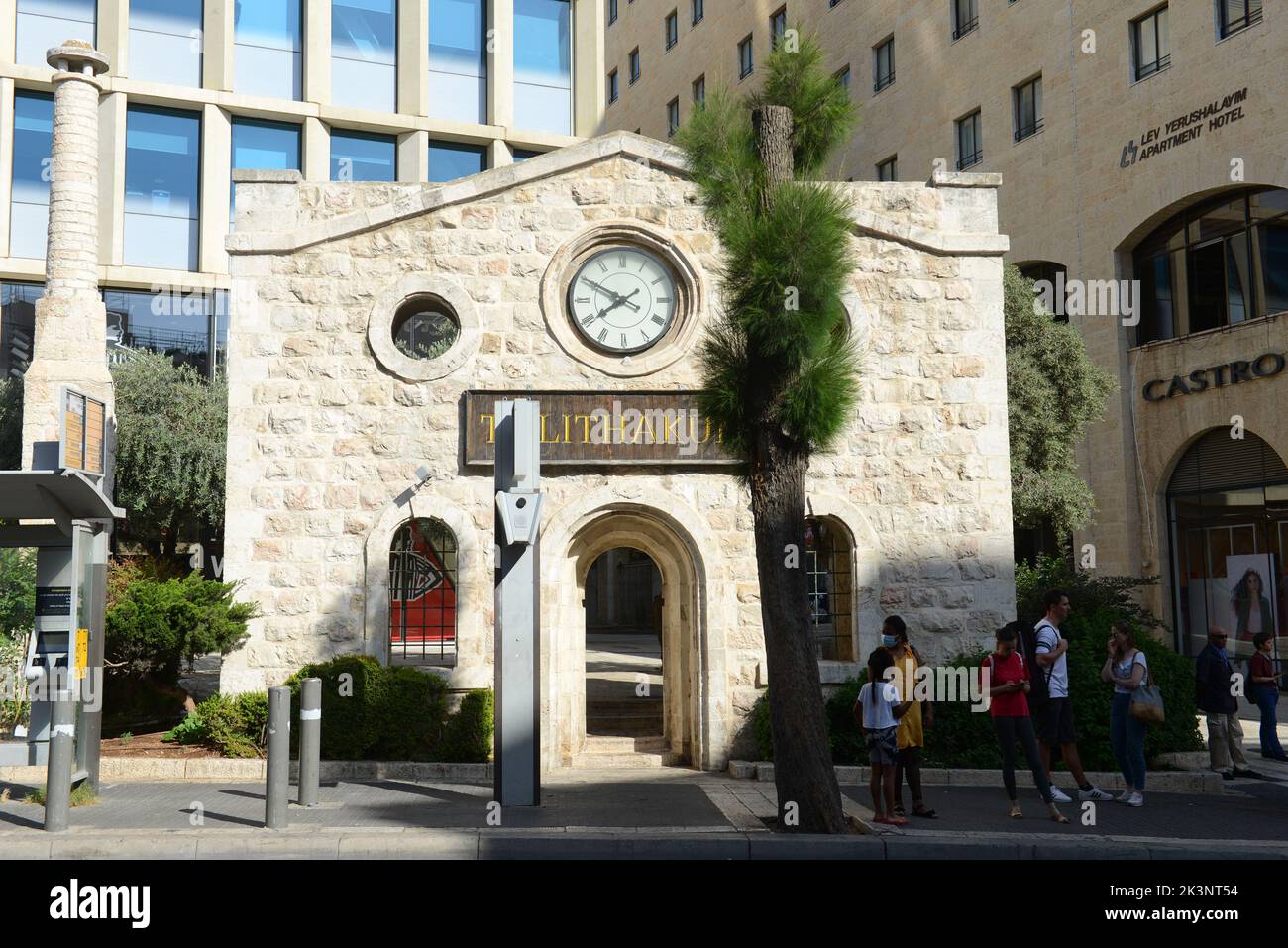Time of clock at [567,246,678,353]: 7:49
